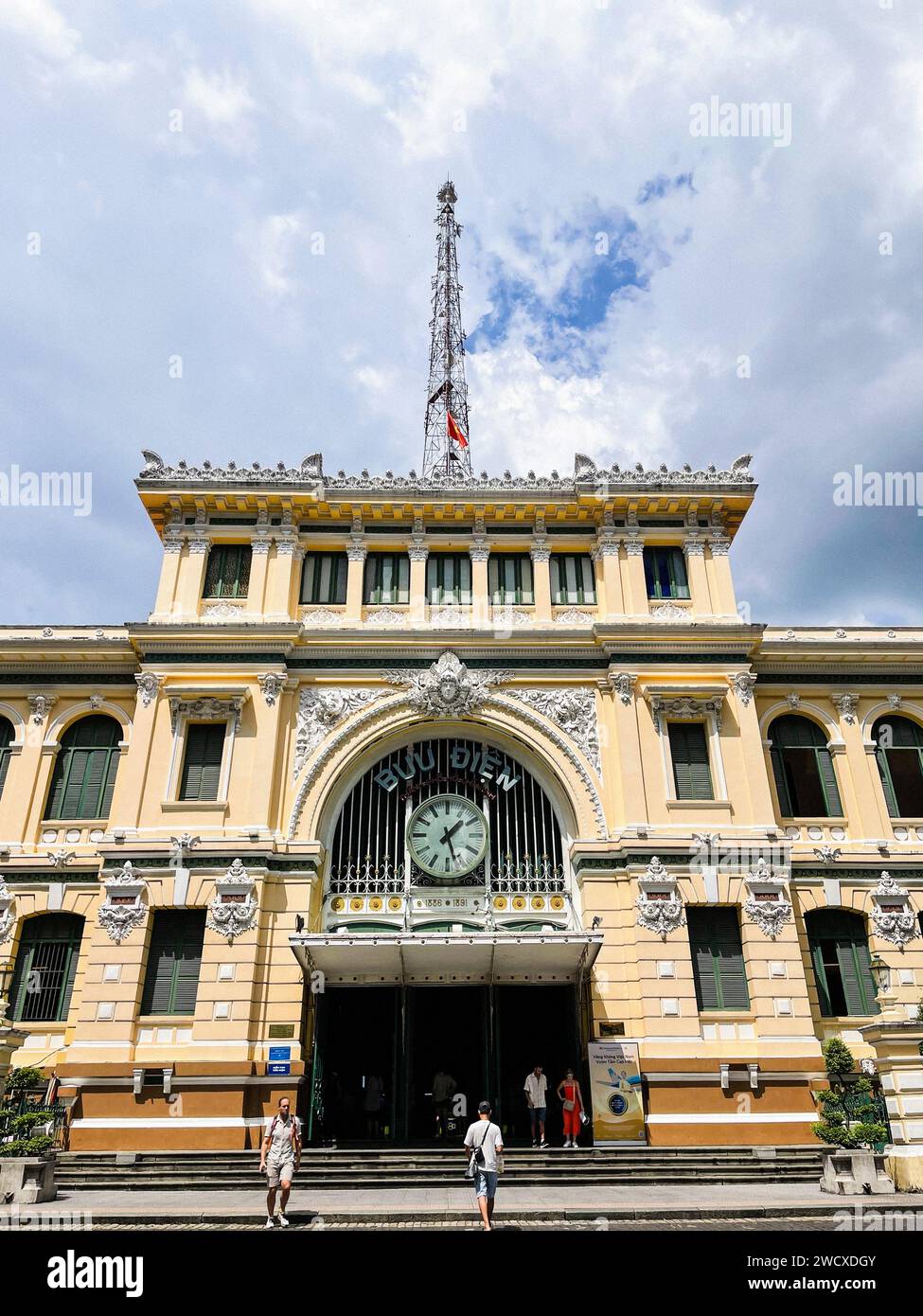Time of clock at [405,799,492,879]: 1:27
